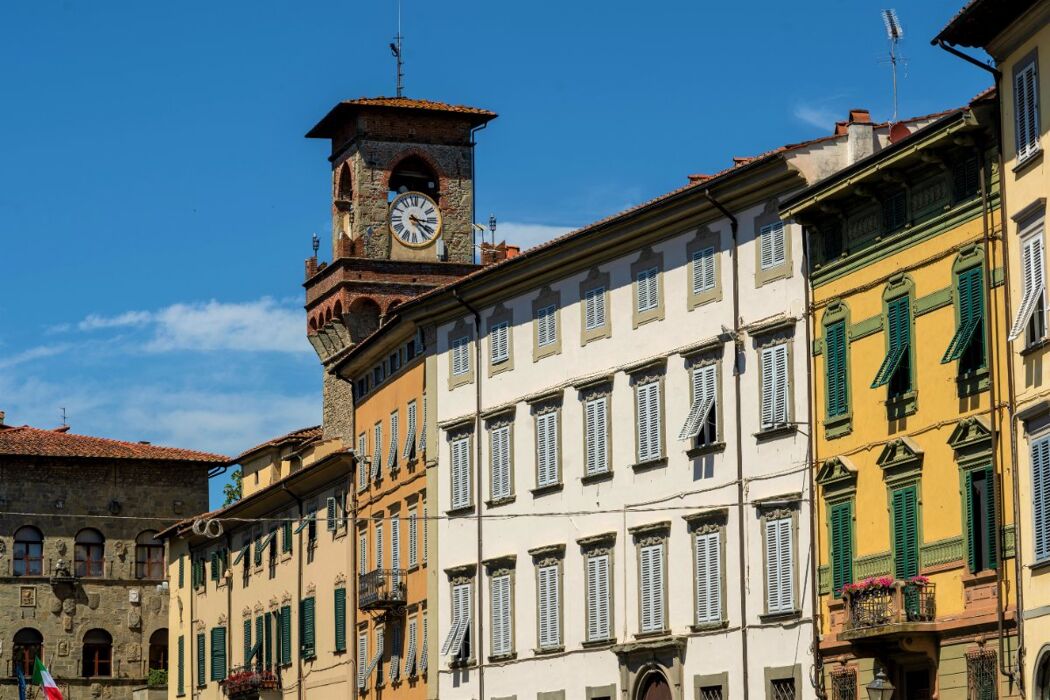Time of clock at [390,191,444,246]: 4:16
